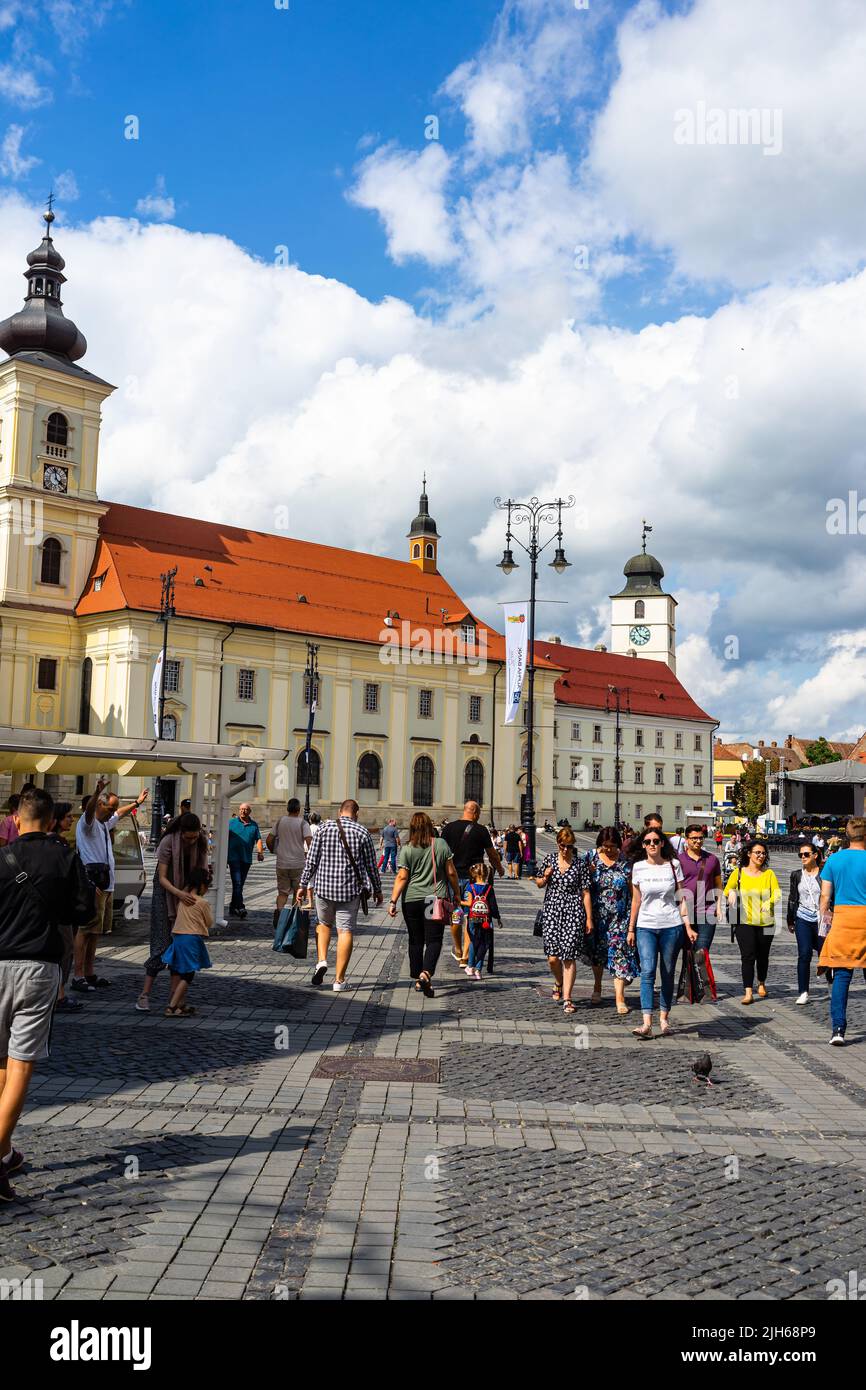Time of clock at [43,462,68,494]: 3:58
